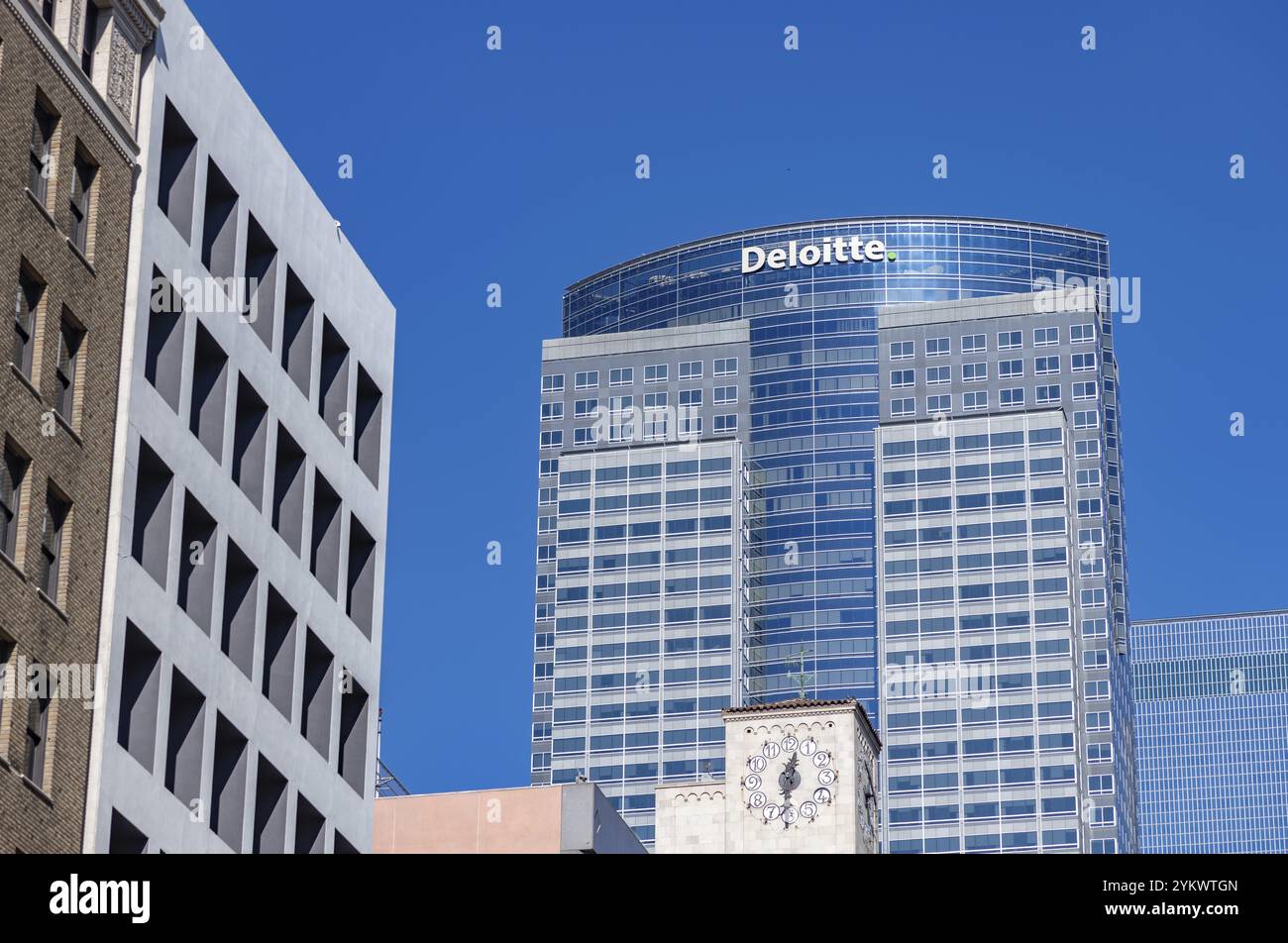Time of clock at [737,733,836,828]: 12:30
